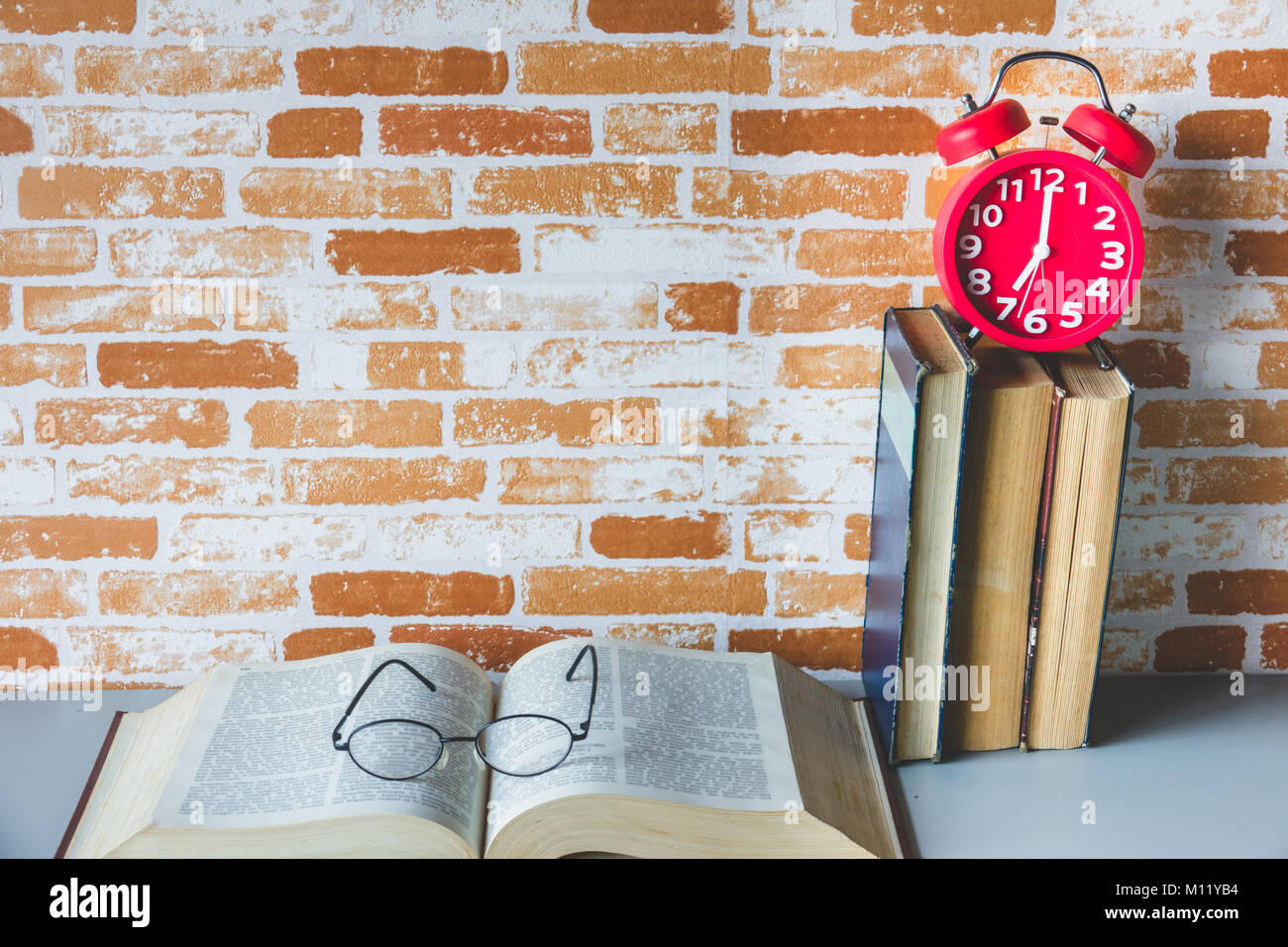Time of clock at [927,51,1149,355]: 7:00
